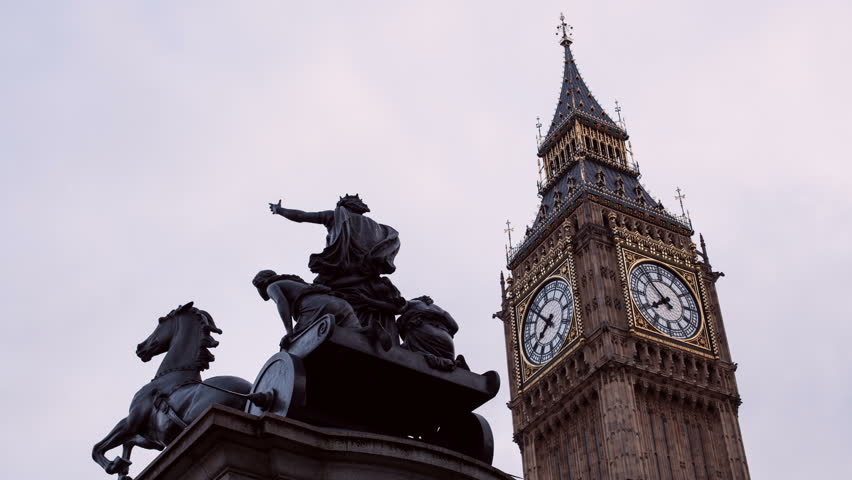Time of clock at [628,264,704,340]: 7:52
